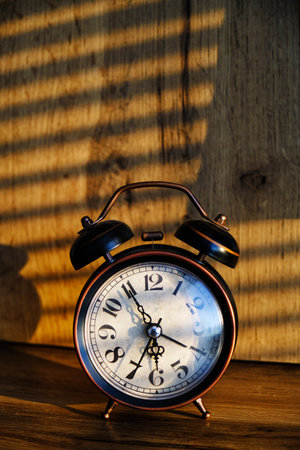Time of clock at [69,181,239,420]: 6:55
